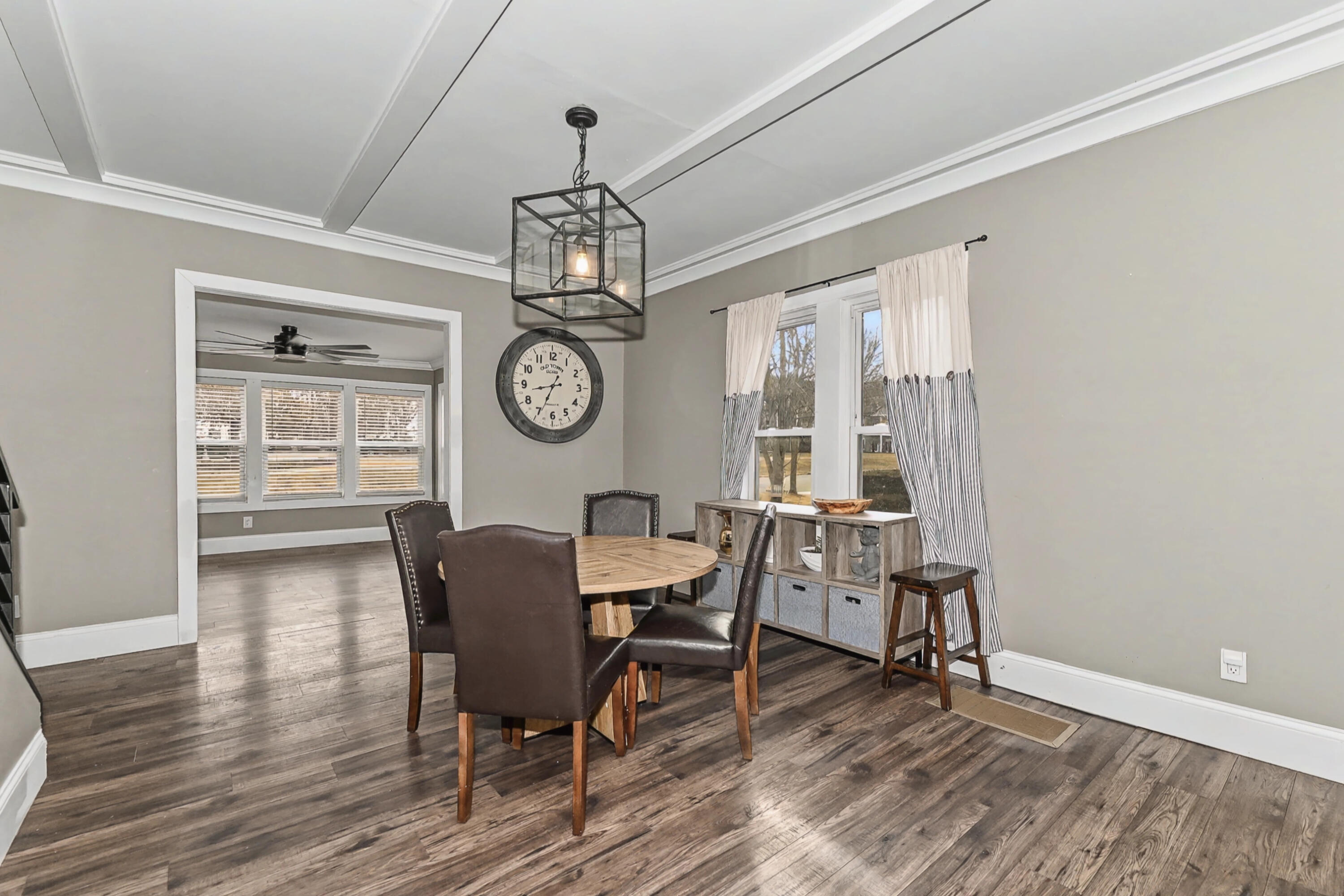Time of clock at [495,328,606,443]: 8:34
